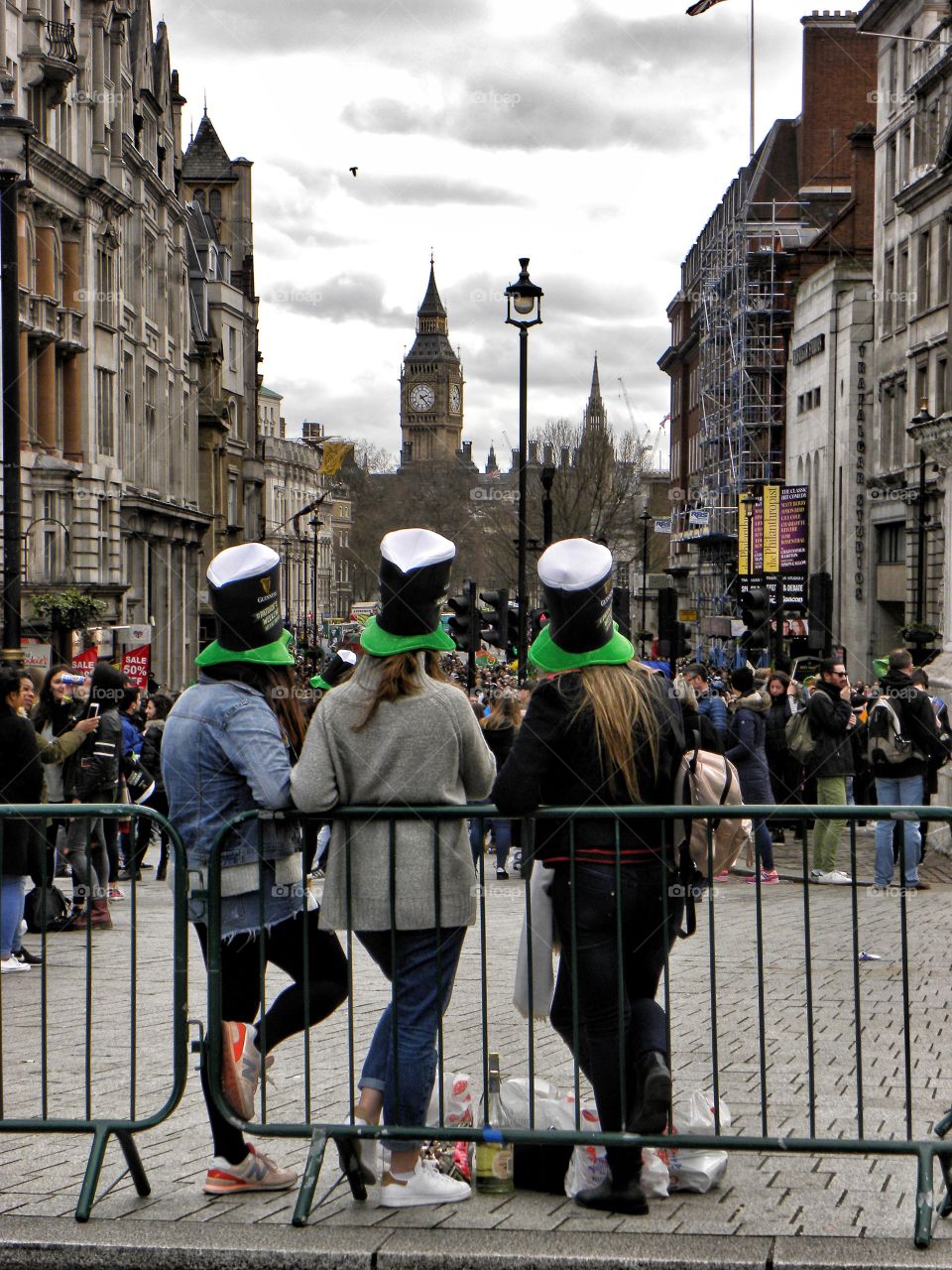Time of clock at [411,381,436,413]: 2:22
